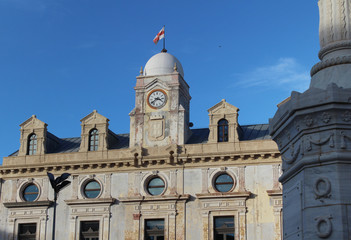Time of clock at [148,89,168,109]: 3:38
